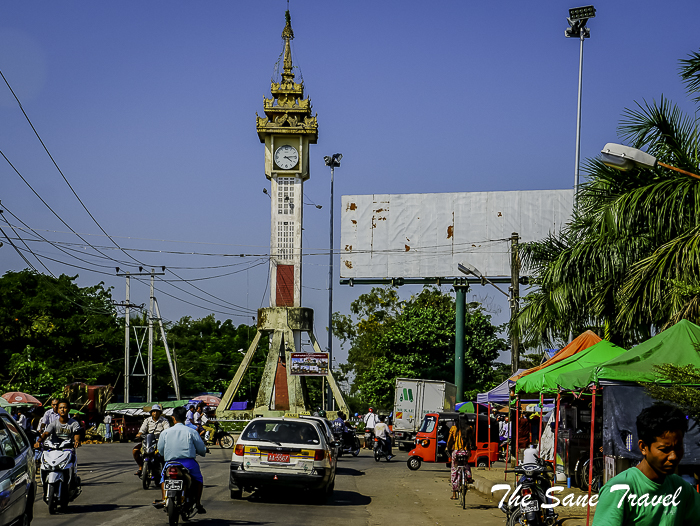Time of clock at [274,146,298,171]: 4:14
